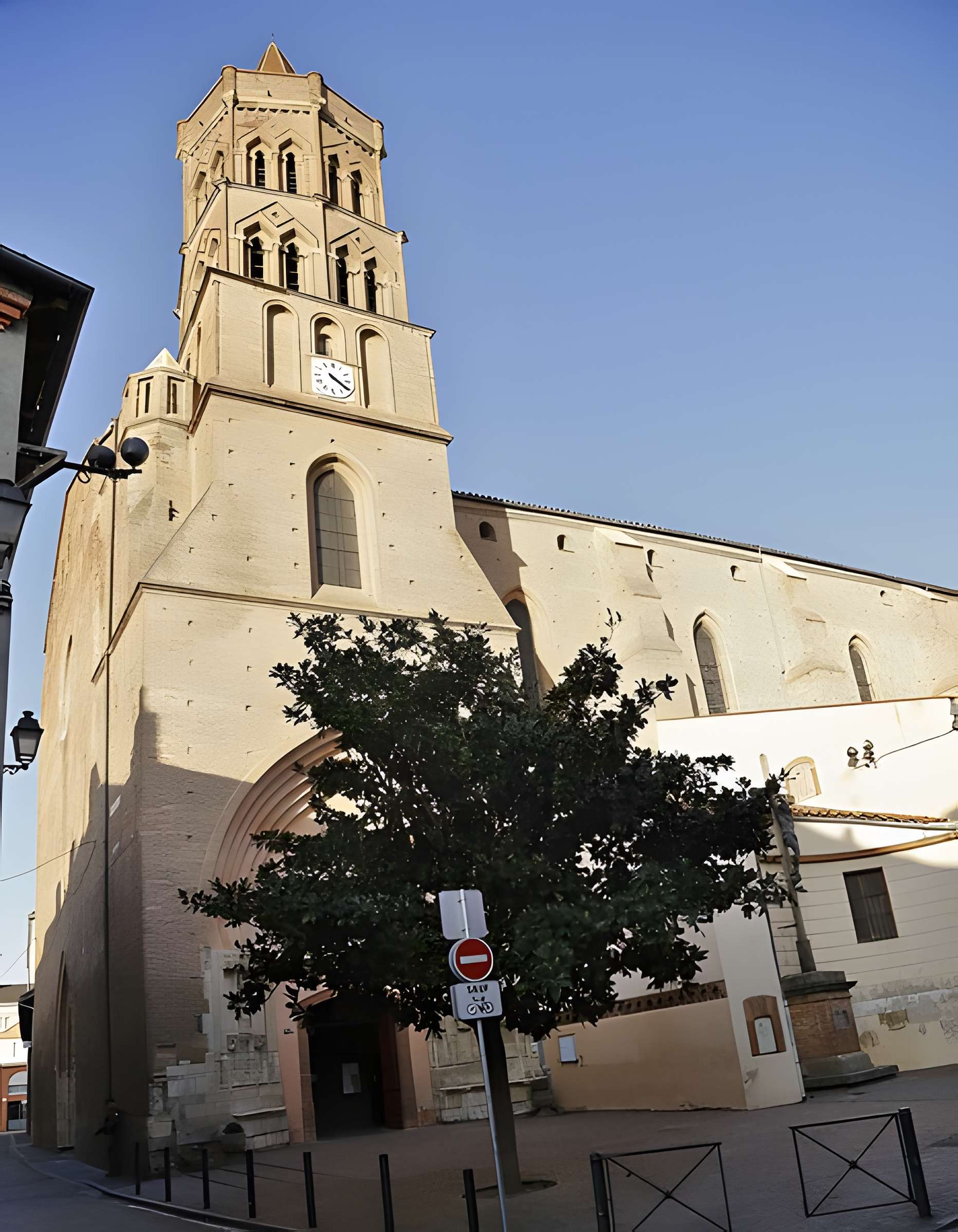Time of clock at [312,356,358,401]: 4:20
